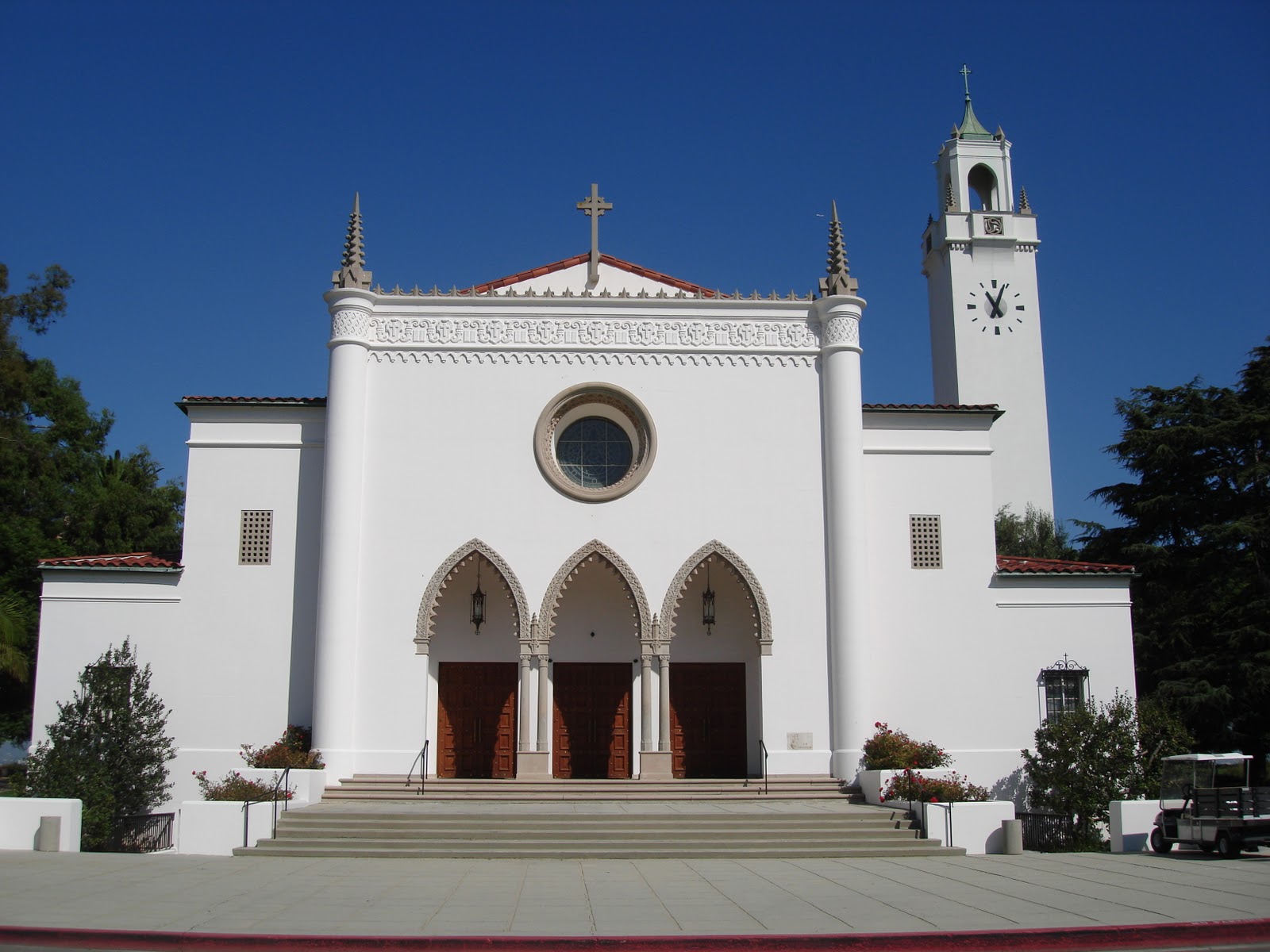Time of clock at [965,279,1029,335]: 11:03
